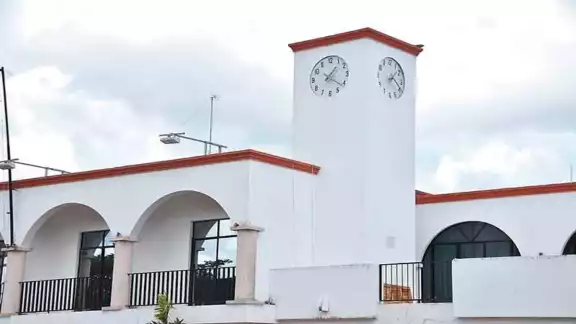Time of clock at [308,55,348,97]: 1:21
